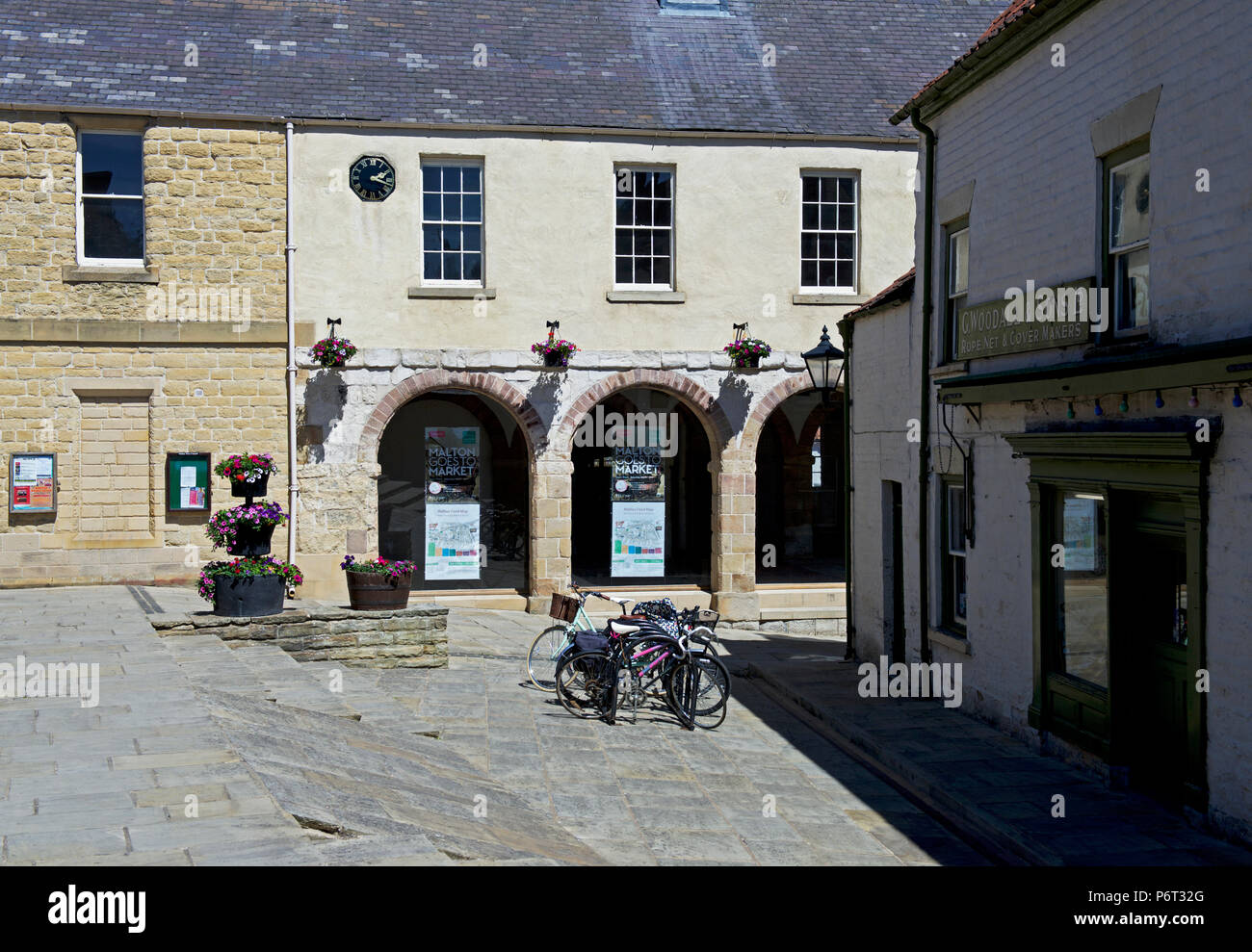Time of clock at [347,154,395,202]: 2:18
